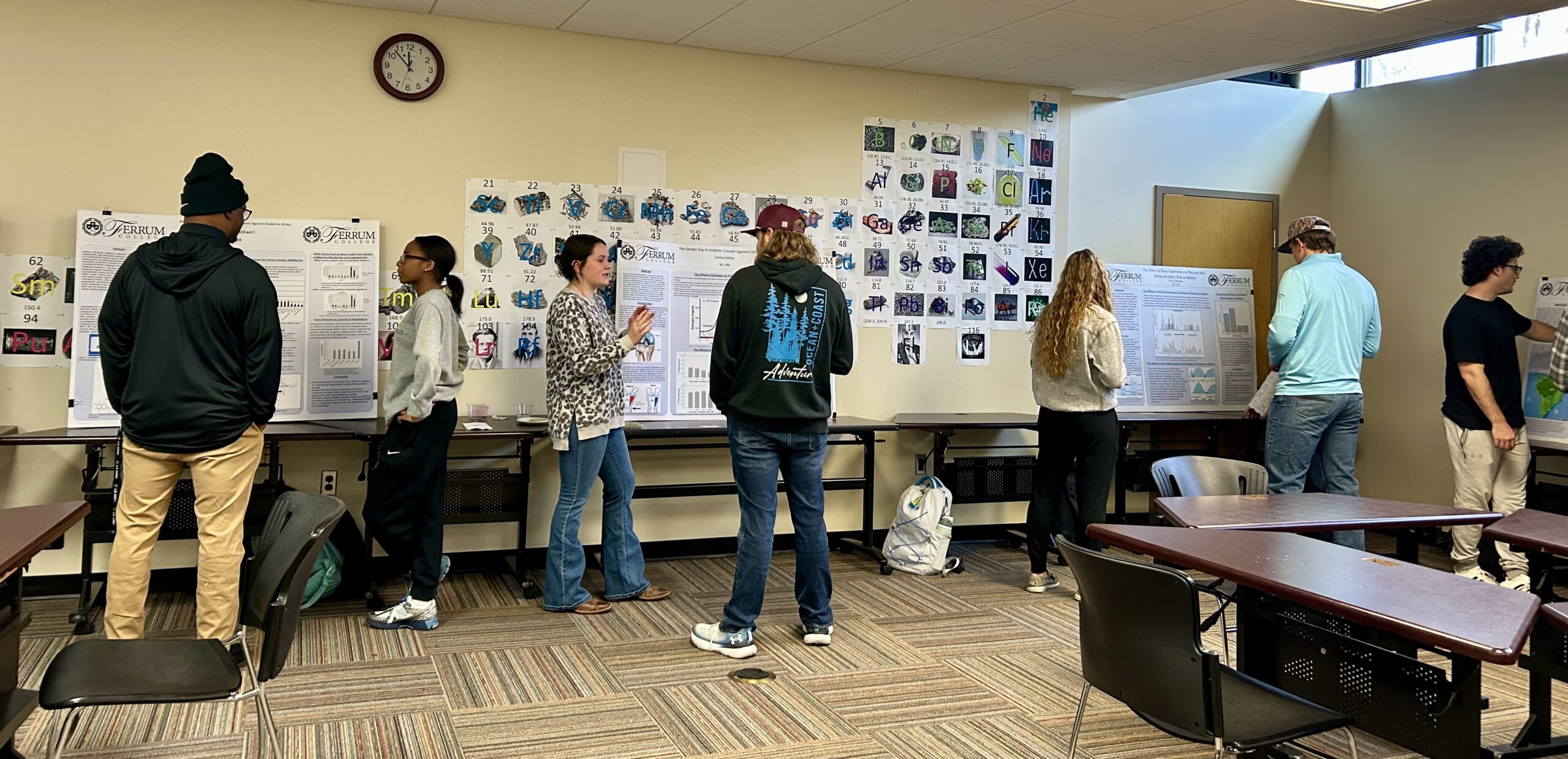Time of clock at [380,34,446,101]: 11:52
